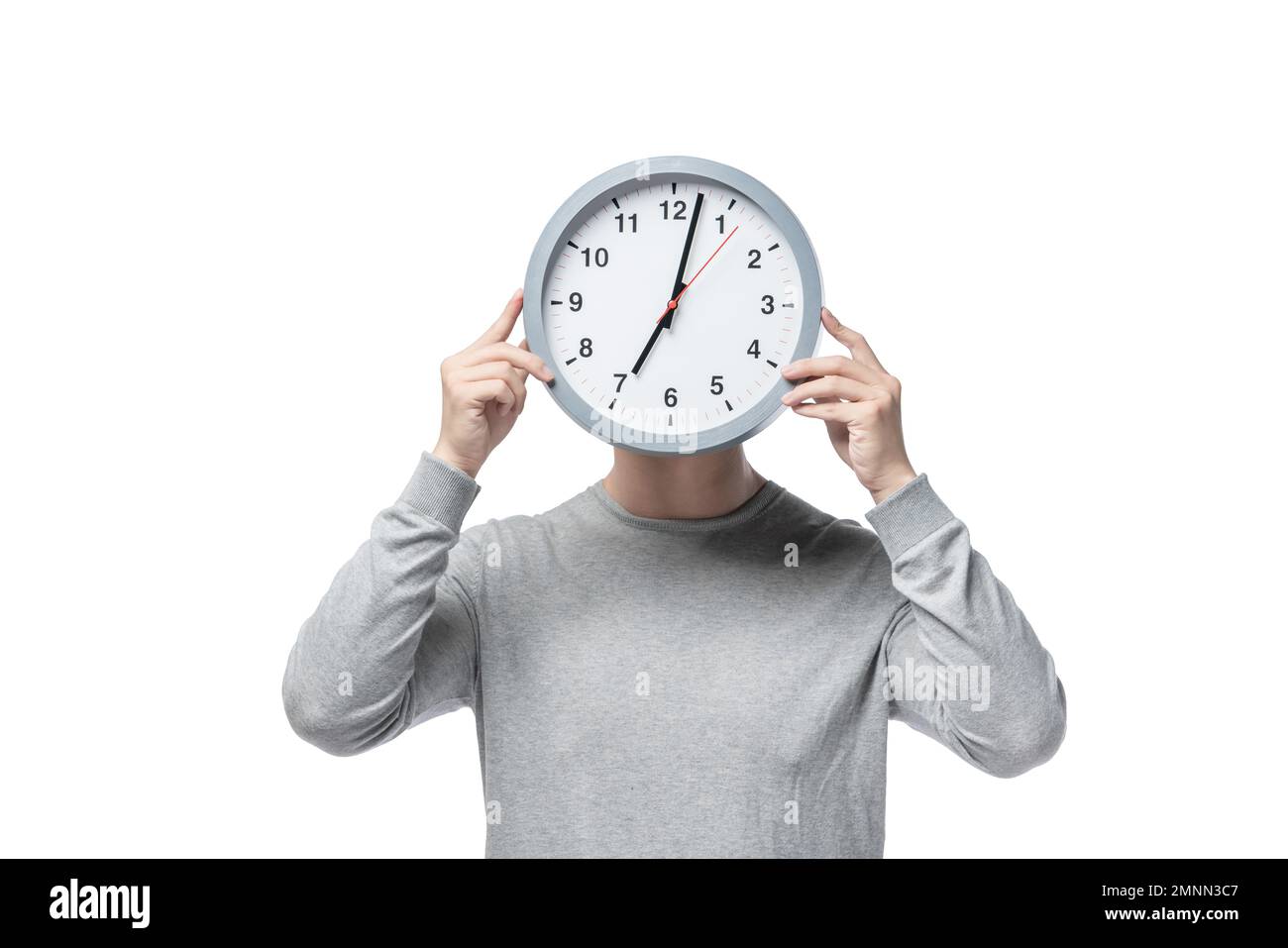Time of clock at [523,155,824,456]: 7:02
